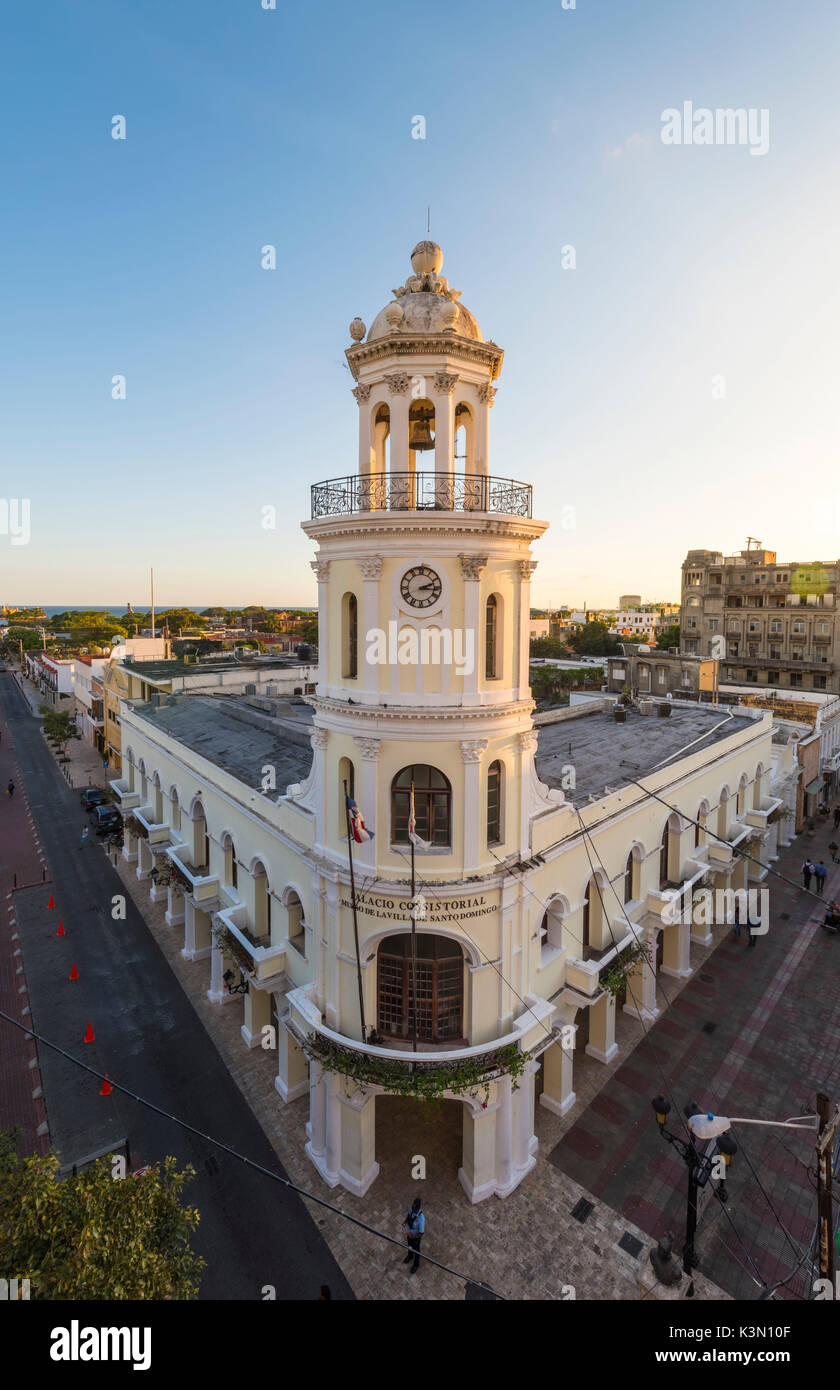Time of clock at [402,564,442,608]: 2:16
